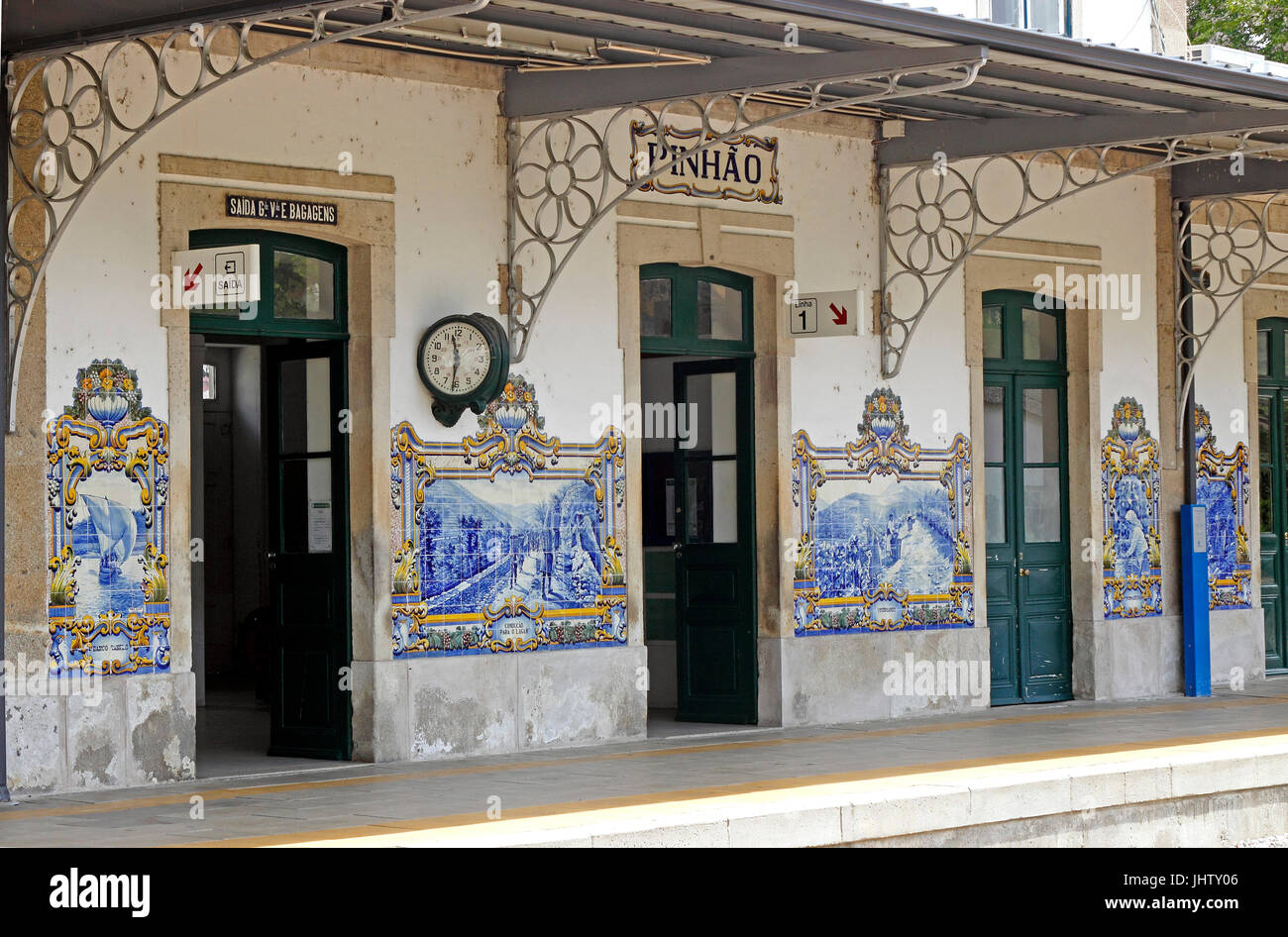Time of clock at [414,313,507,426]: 11:31
